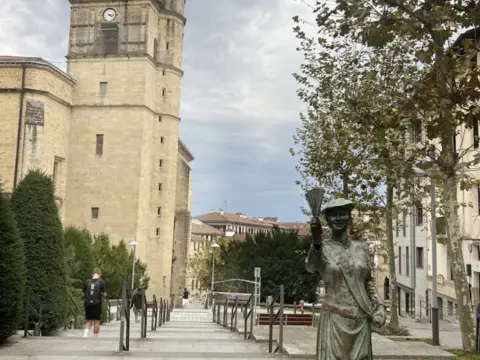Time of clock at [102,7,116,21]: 4:16
